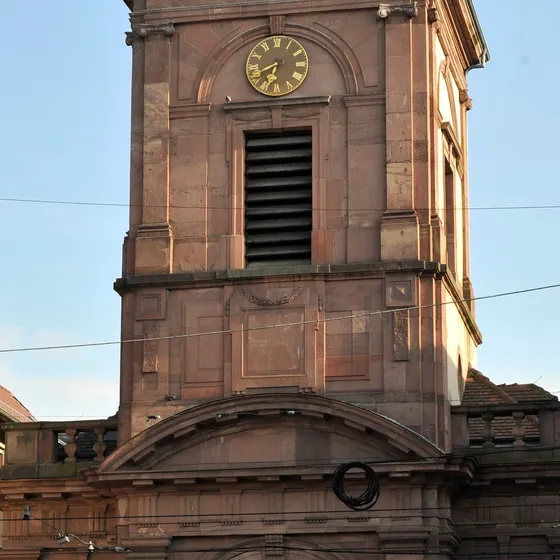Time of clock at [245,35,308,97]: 6:41
